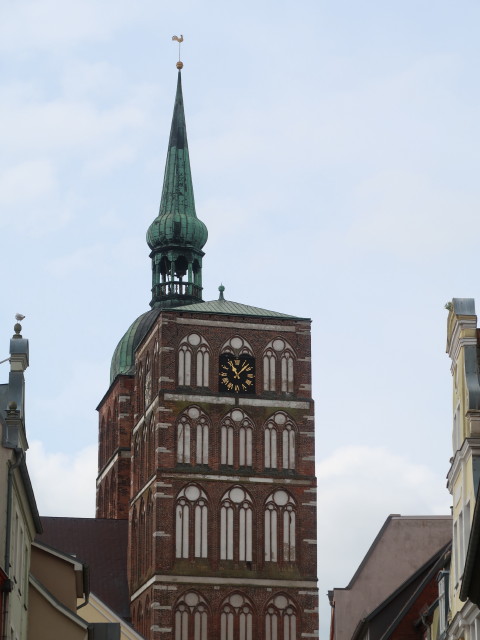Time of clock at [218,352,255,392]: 11:07
